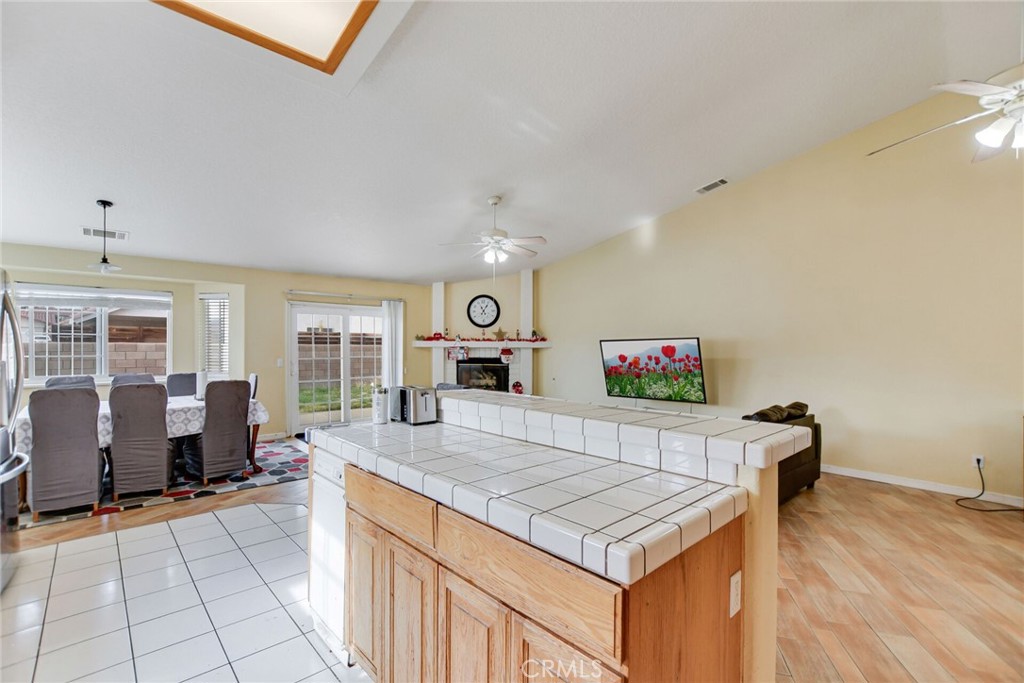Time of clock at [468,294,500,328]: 11:05
